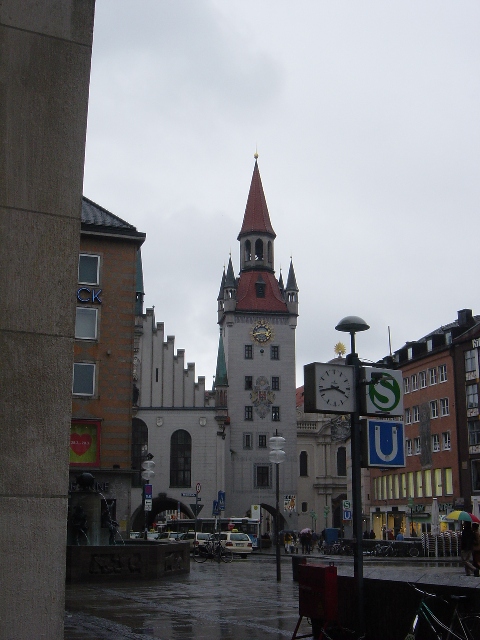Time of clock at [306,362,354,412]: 3:42
